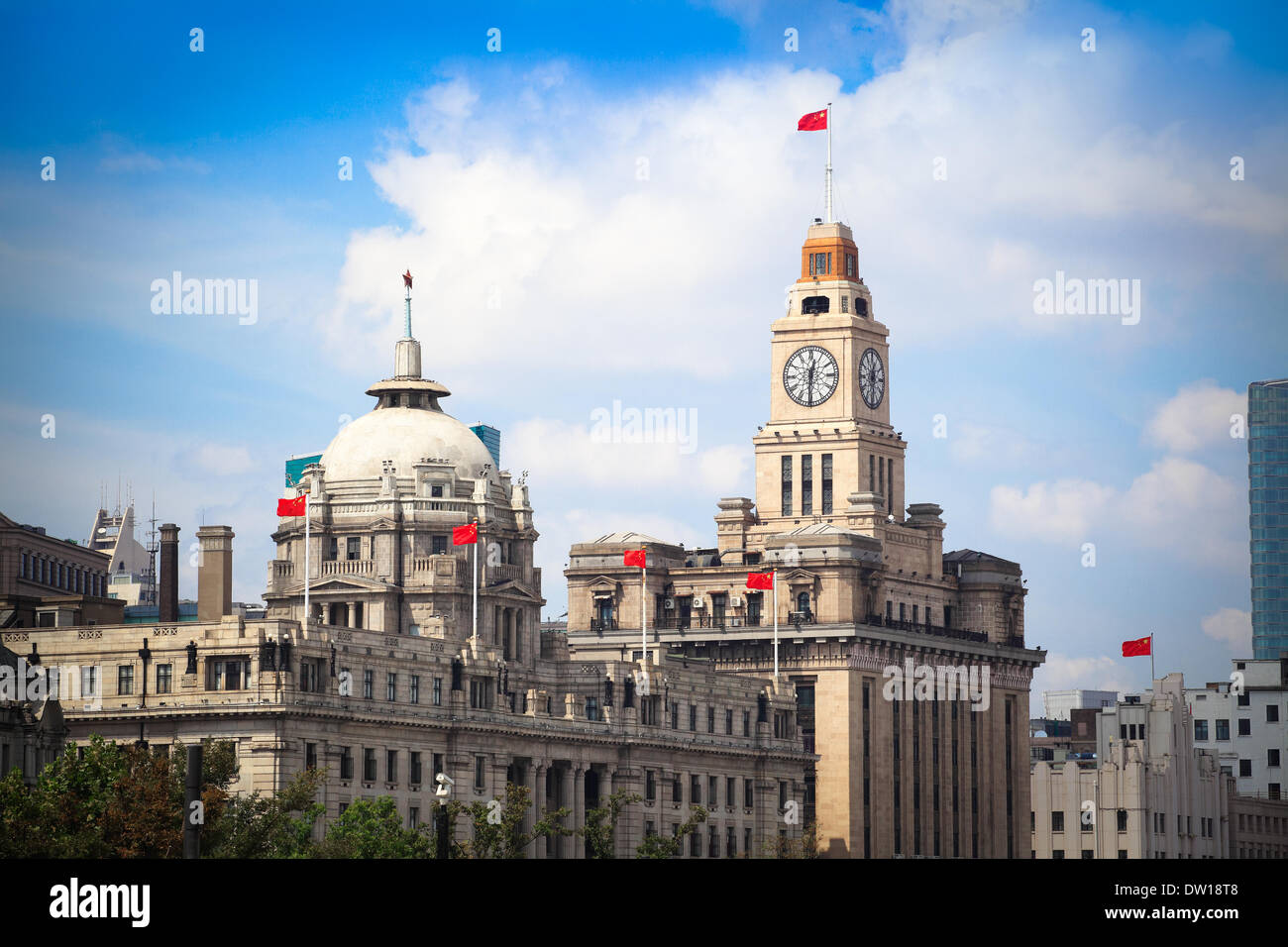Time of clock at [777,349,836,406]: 12:30
